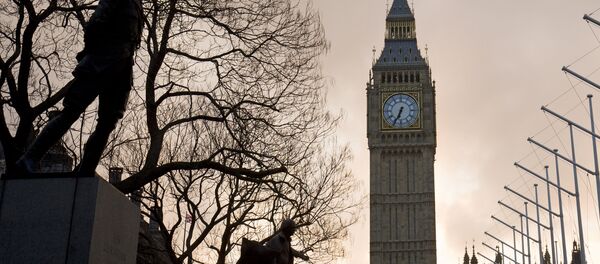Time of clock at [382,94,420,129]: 6:34
